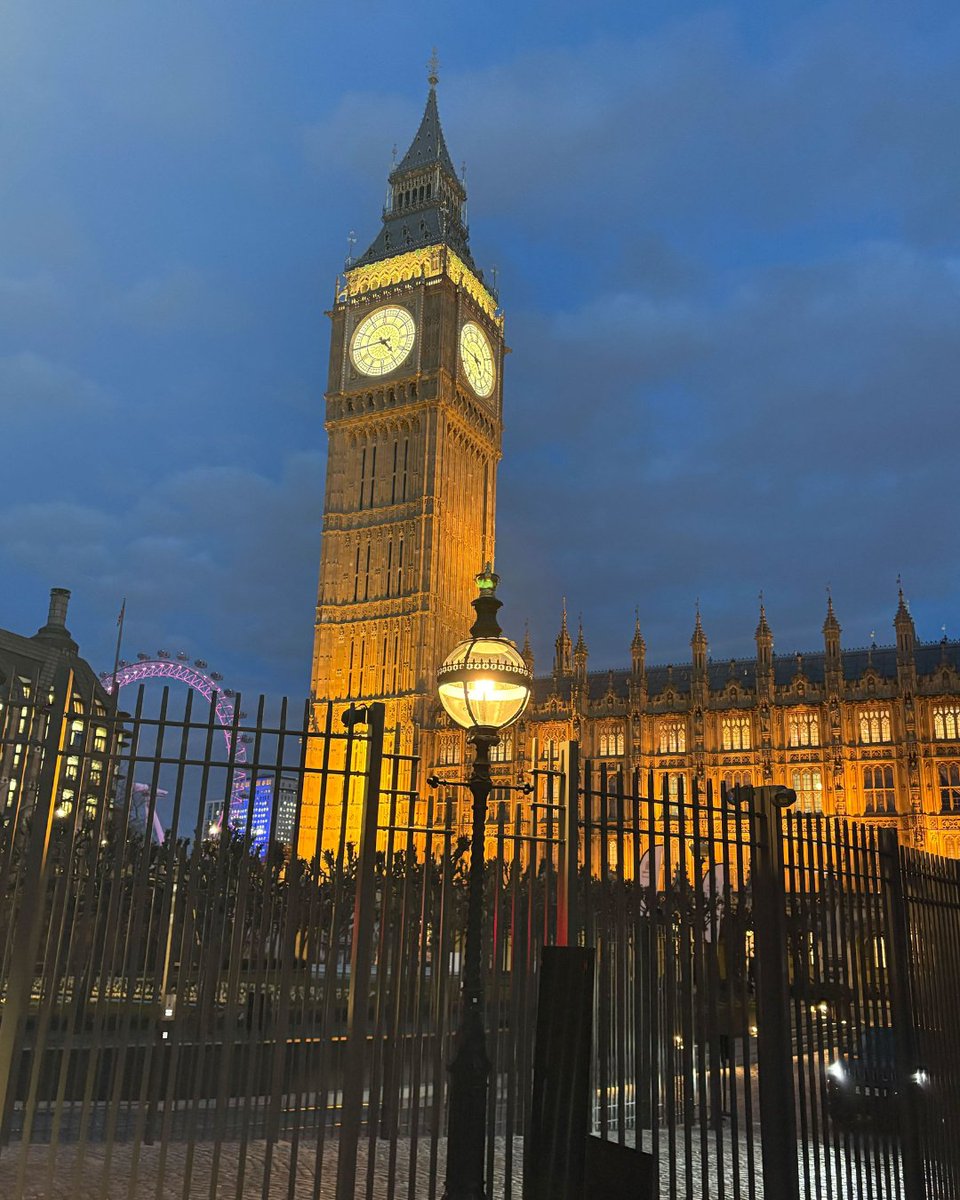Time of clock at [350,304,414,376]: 4:44
